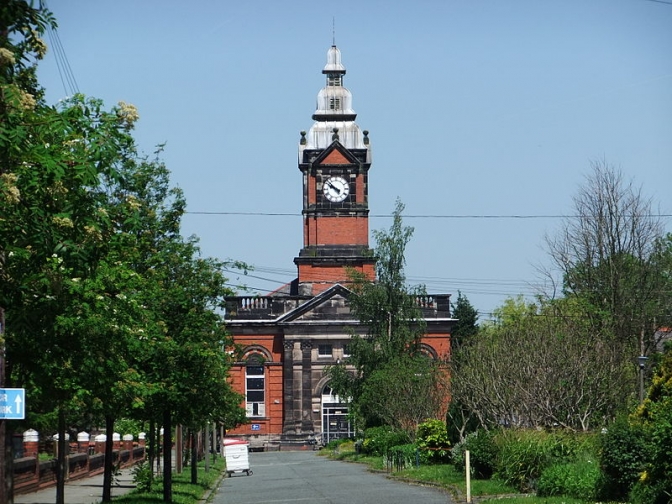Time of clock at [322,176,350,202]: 9:51
